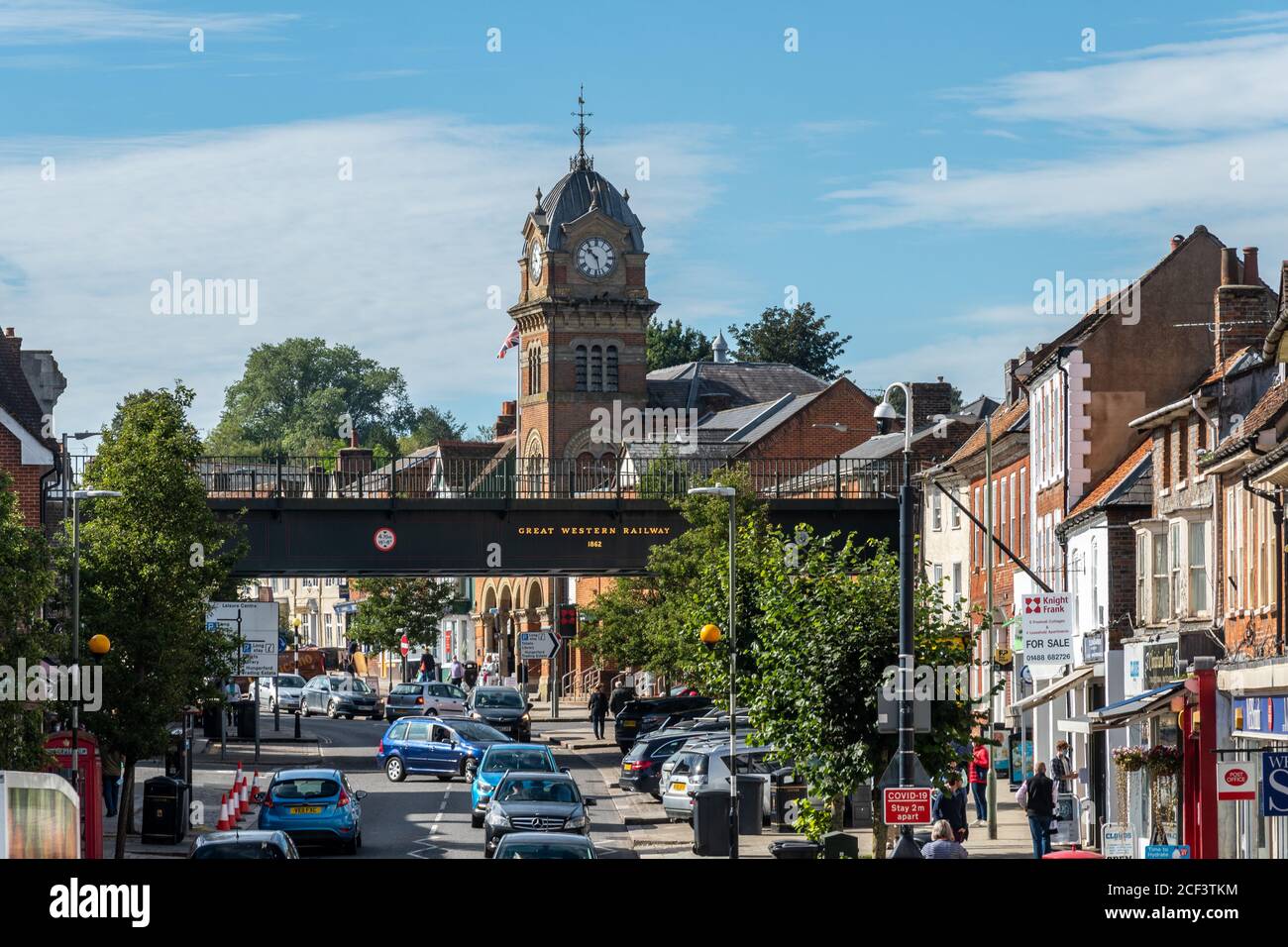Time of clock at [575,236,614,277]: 10:28
